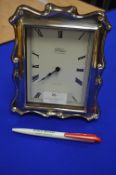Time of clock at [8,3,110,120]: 7:38
